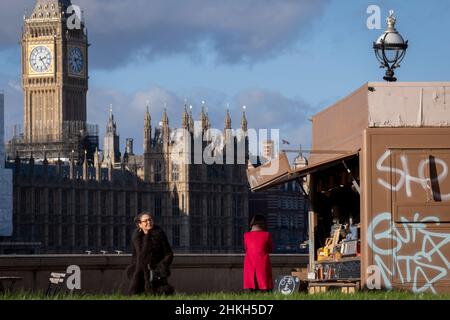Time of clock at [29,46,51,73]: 2:23
